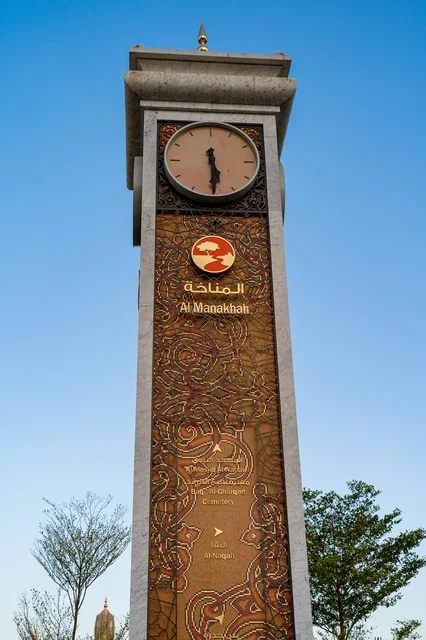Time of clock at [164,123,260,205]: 5:29
